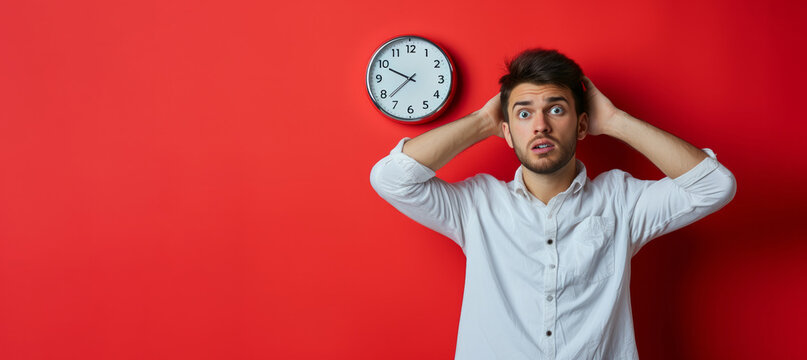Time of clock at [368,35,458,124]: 9:38
